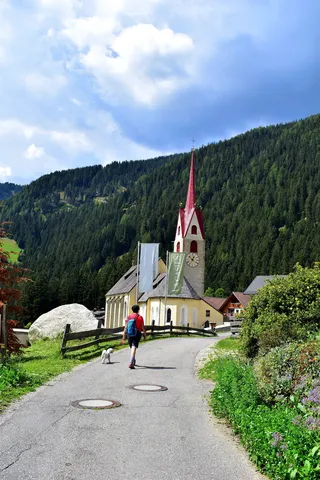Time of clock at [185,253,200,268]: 12:52
